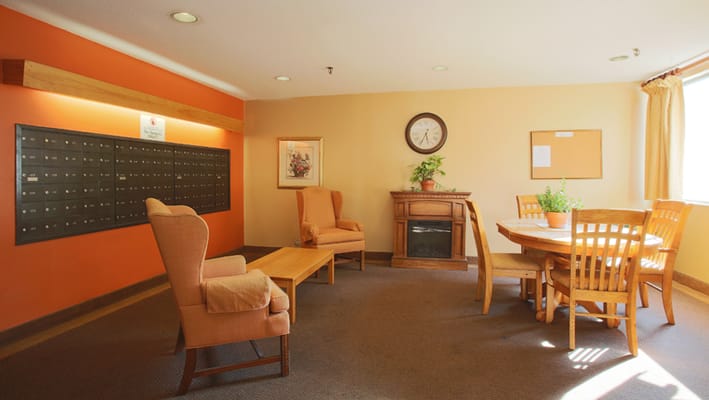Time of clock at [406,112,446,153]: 5:34
